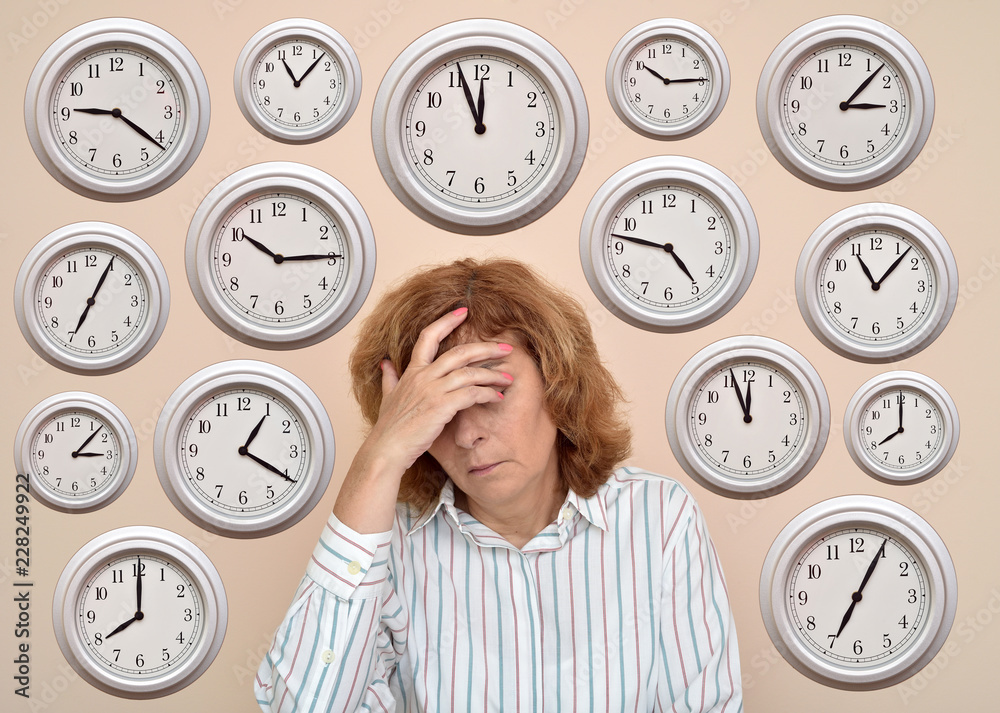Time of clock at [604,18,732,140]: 10:14
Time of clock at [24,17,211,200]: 9:21
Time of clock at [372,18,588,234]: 11:56
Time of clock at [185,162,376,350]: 10:14
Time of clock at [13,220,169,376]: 7:04
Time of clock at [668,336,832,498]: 11:56
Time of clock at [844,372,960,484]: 8:00
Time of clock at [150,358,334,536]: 1:20
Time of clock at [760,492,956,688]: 7:04
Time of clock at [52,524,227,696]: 8:00
